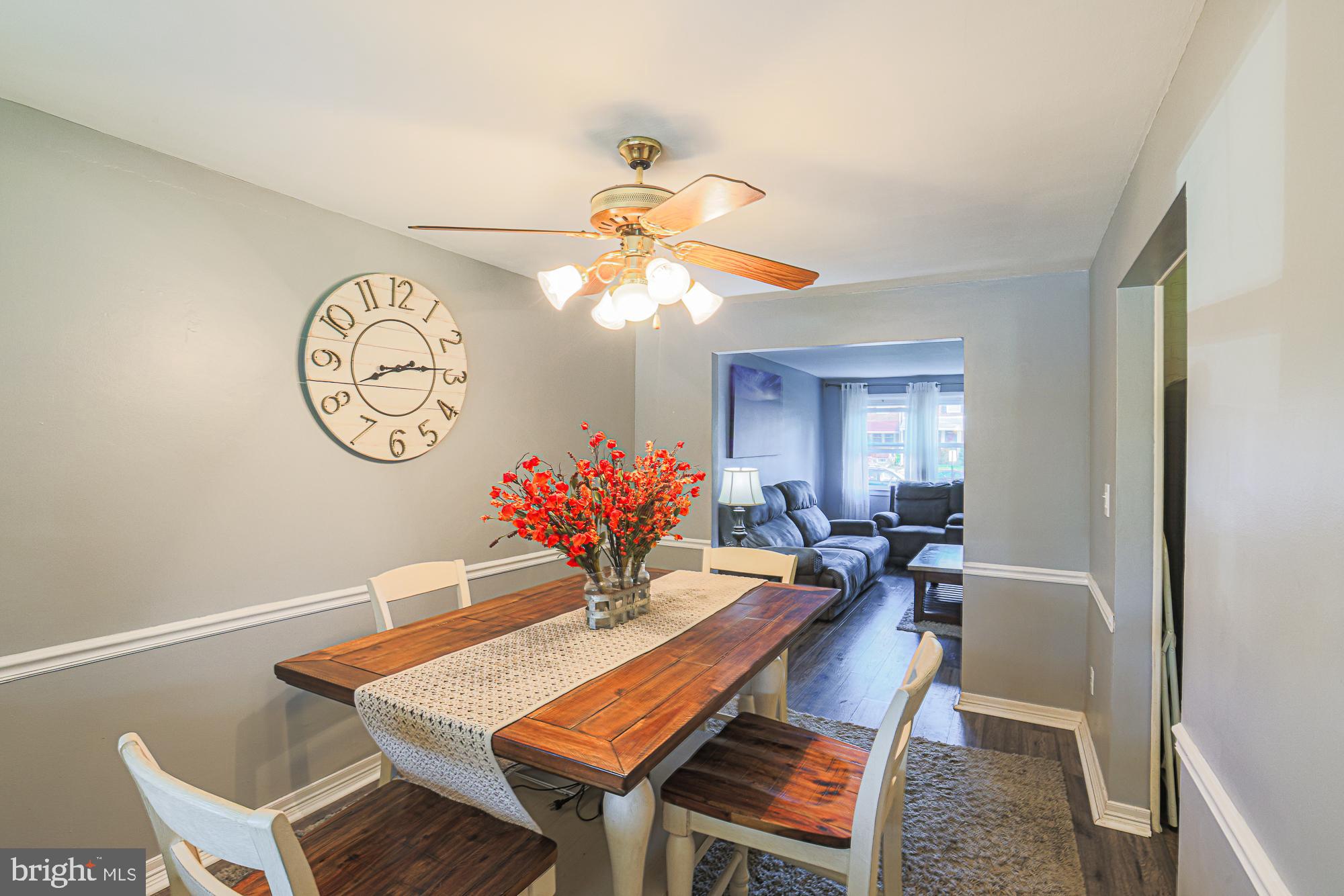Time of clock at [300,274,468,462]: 8:14
